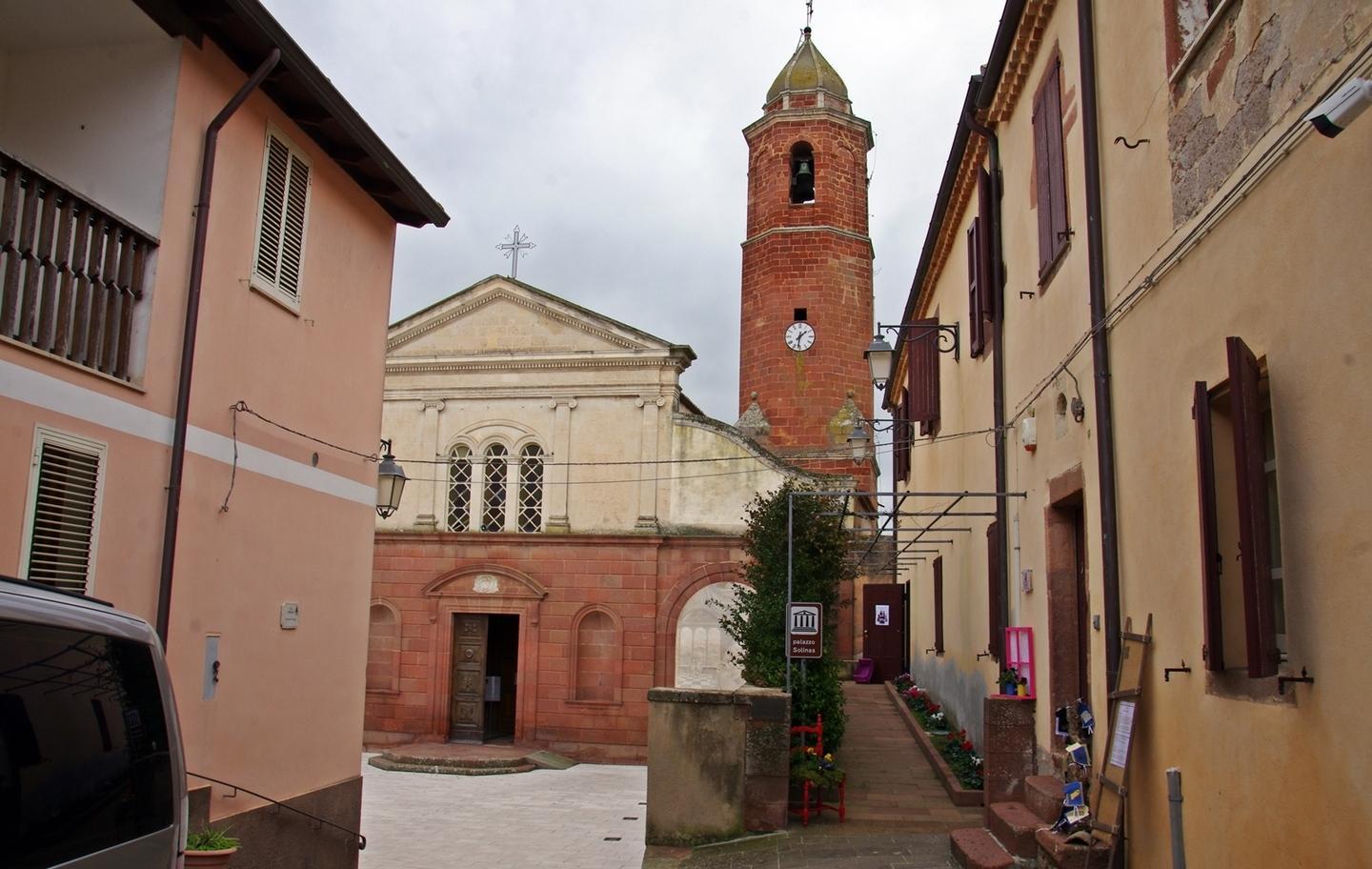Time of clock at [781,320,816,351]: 1:32
